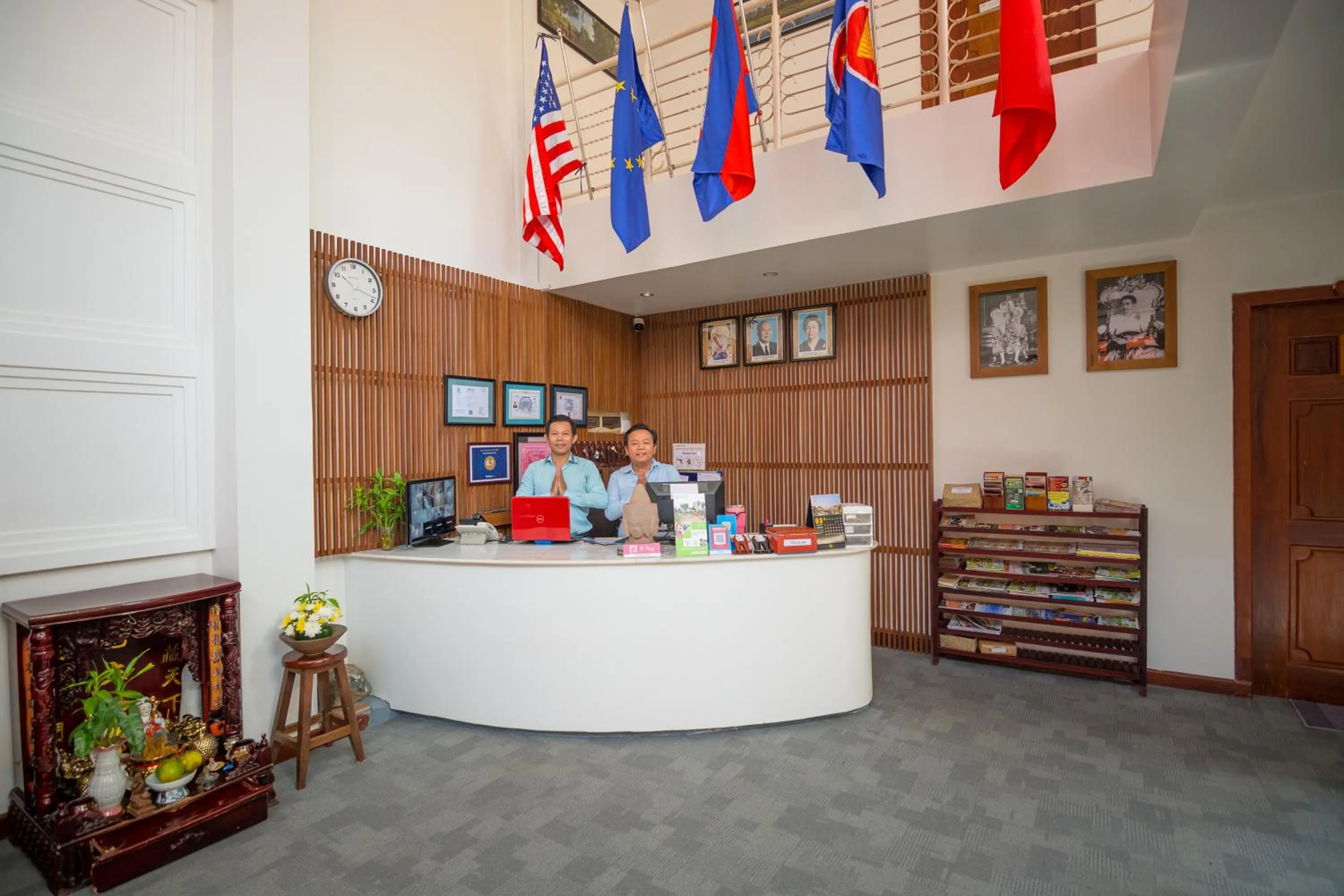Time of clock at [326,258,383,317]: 10:18
